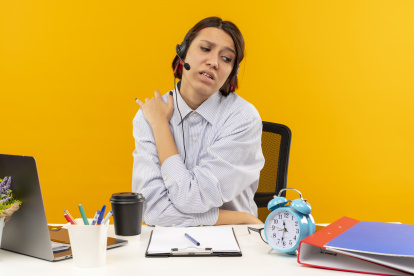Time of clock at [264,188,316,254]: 11:31
